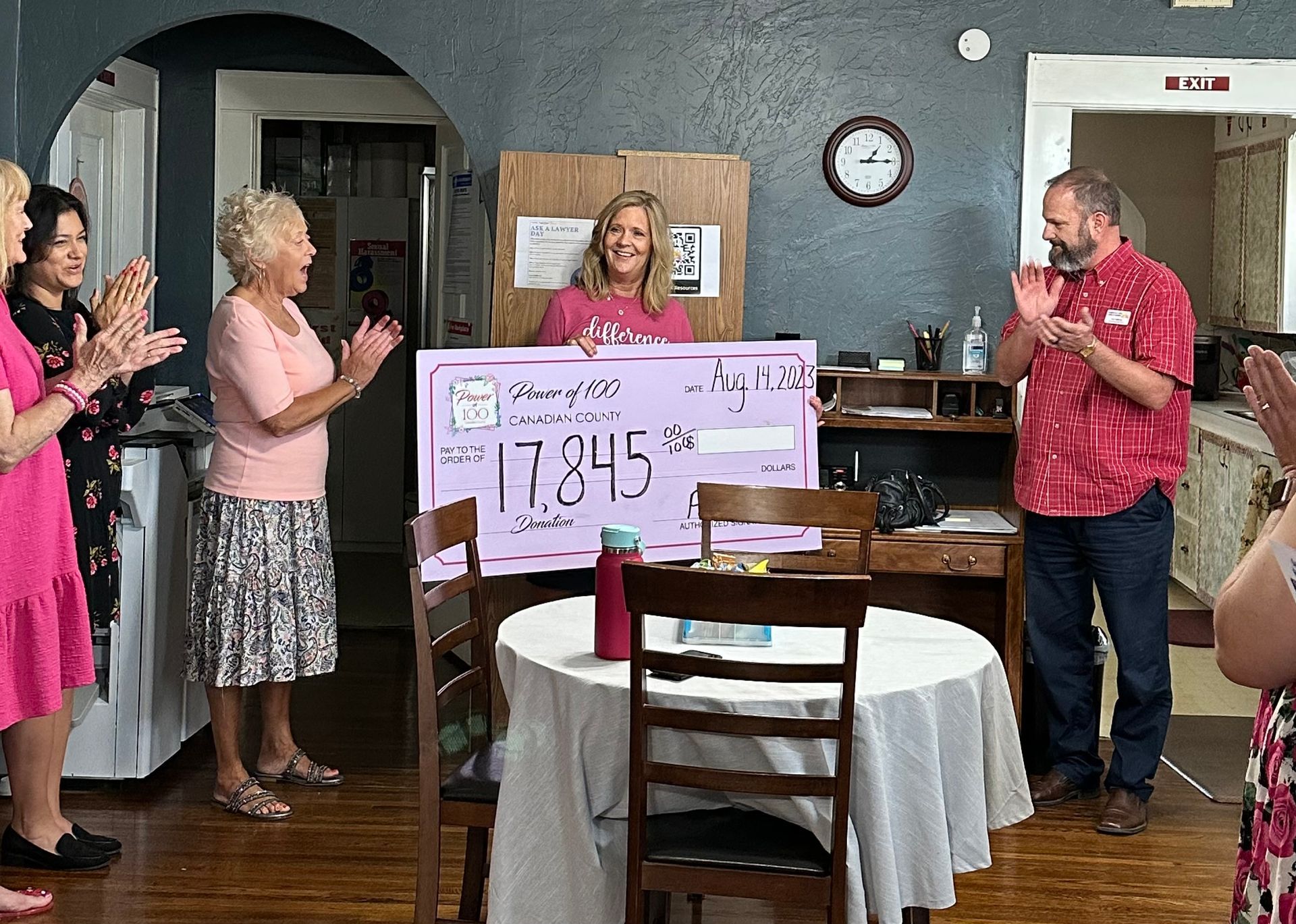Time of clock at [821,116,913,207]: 1:14
